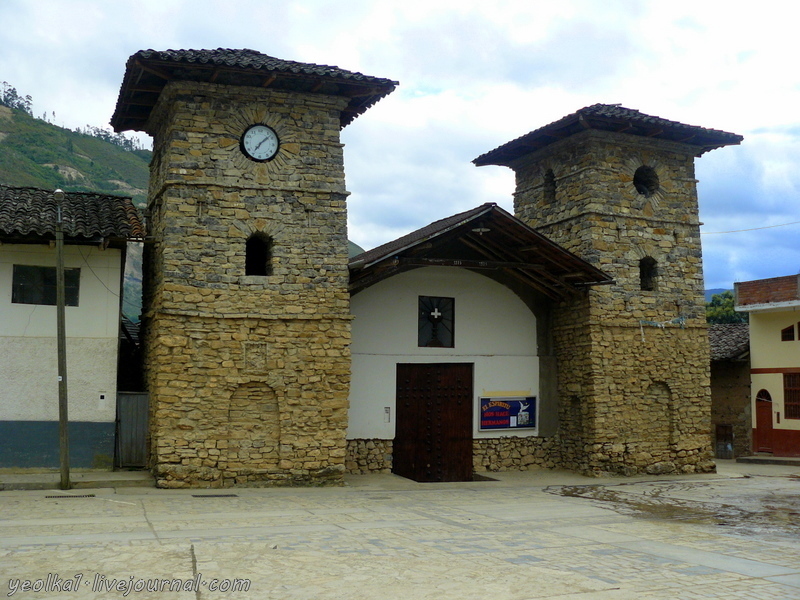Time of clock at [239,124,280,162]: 7:08
